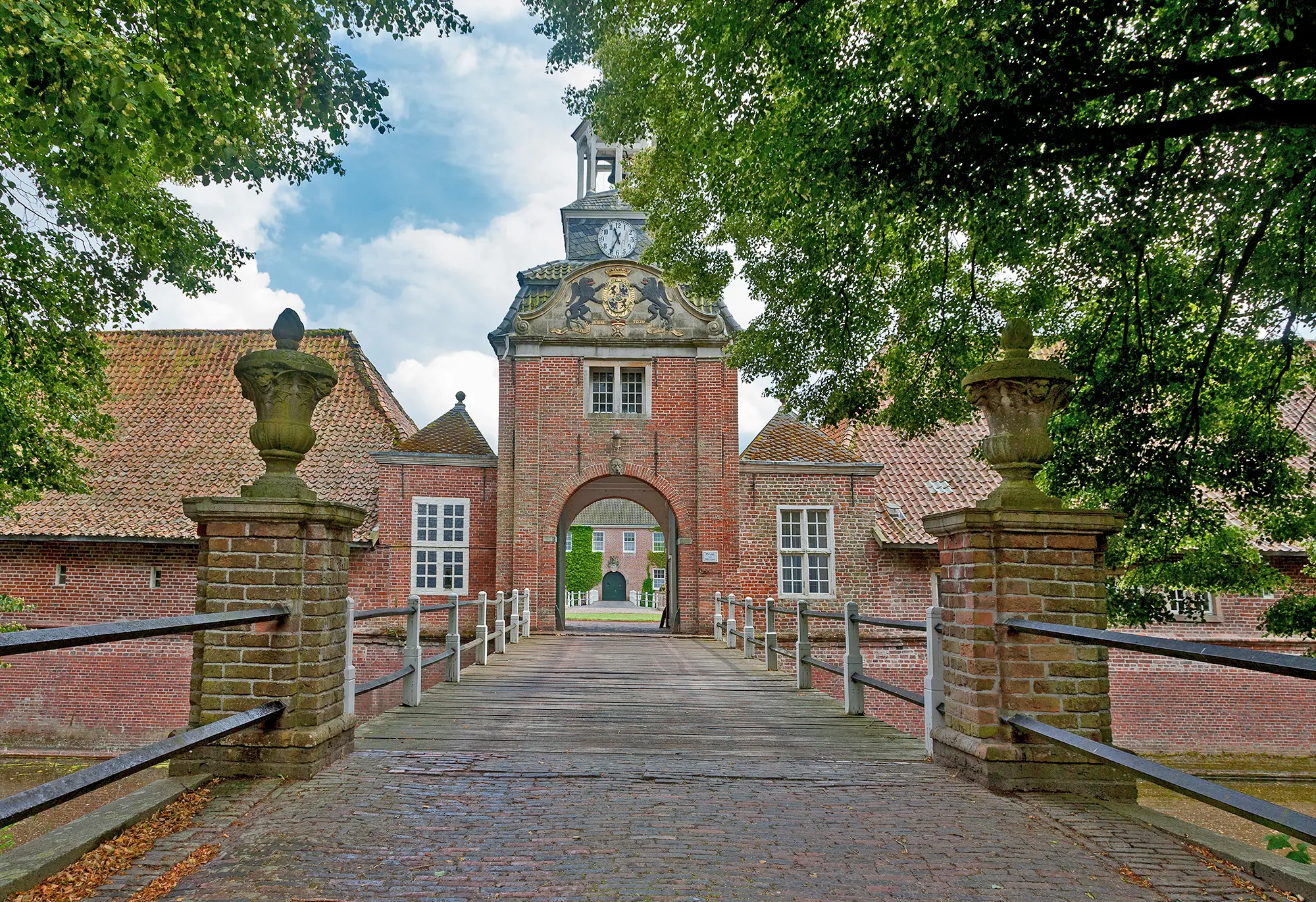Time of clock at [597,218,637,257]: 11:34
